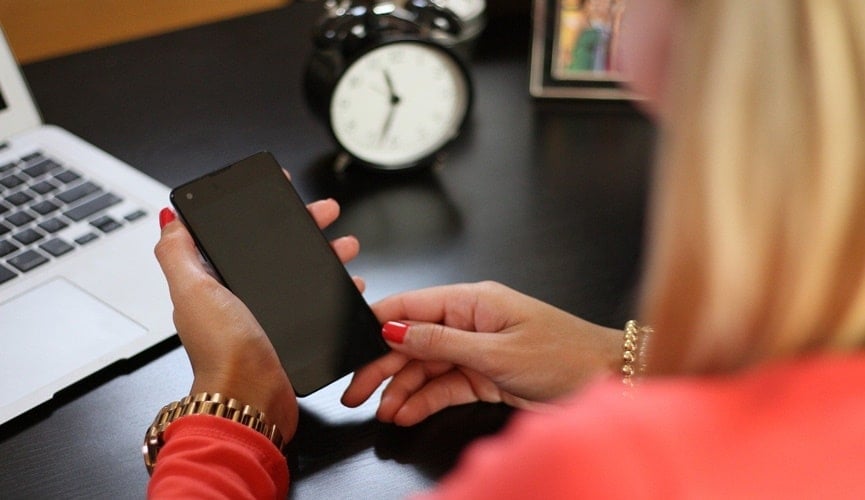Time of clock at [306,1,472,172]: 11:32
